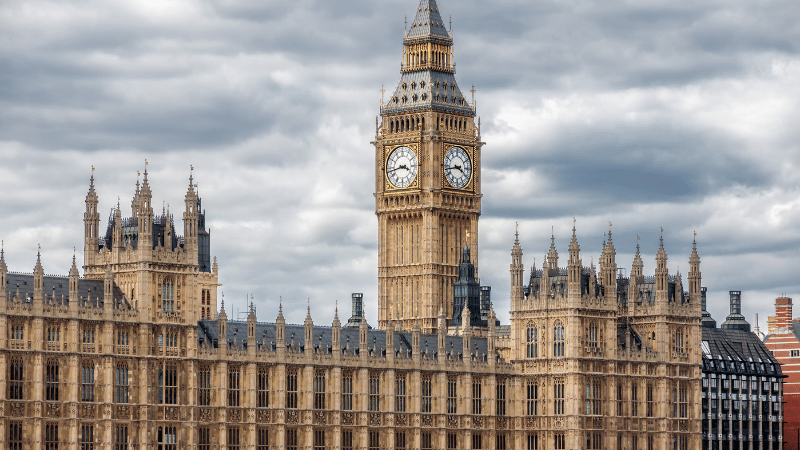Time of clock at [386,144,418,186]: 3:43
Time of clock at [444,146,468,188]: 3:43
